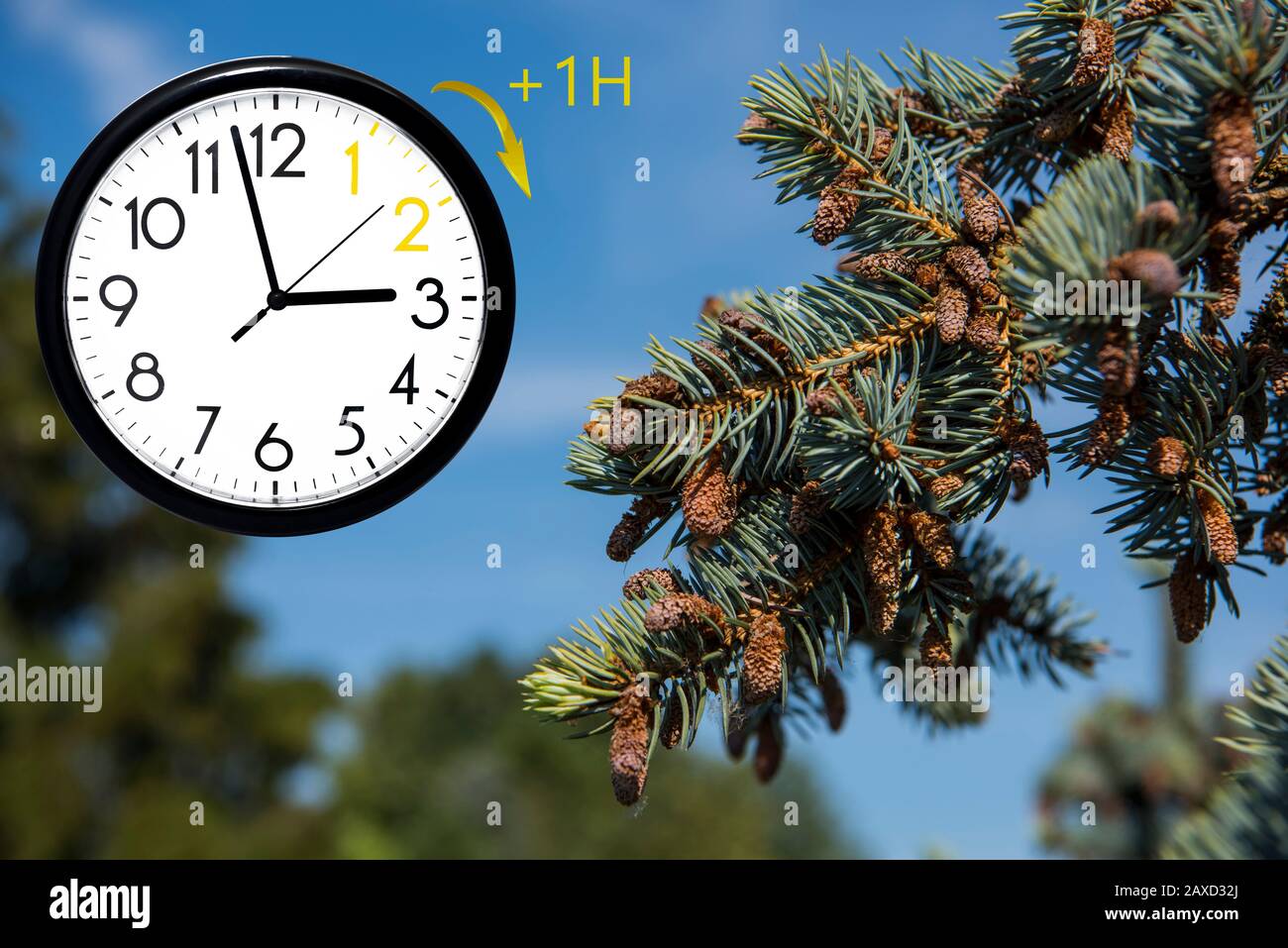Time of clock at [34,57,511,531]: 2:57
